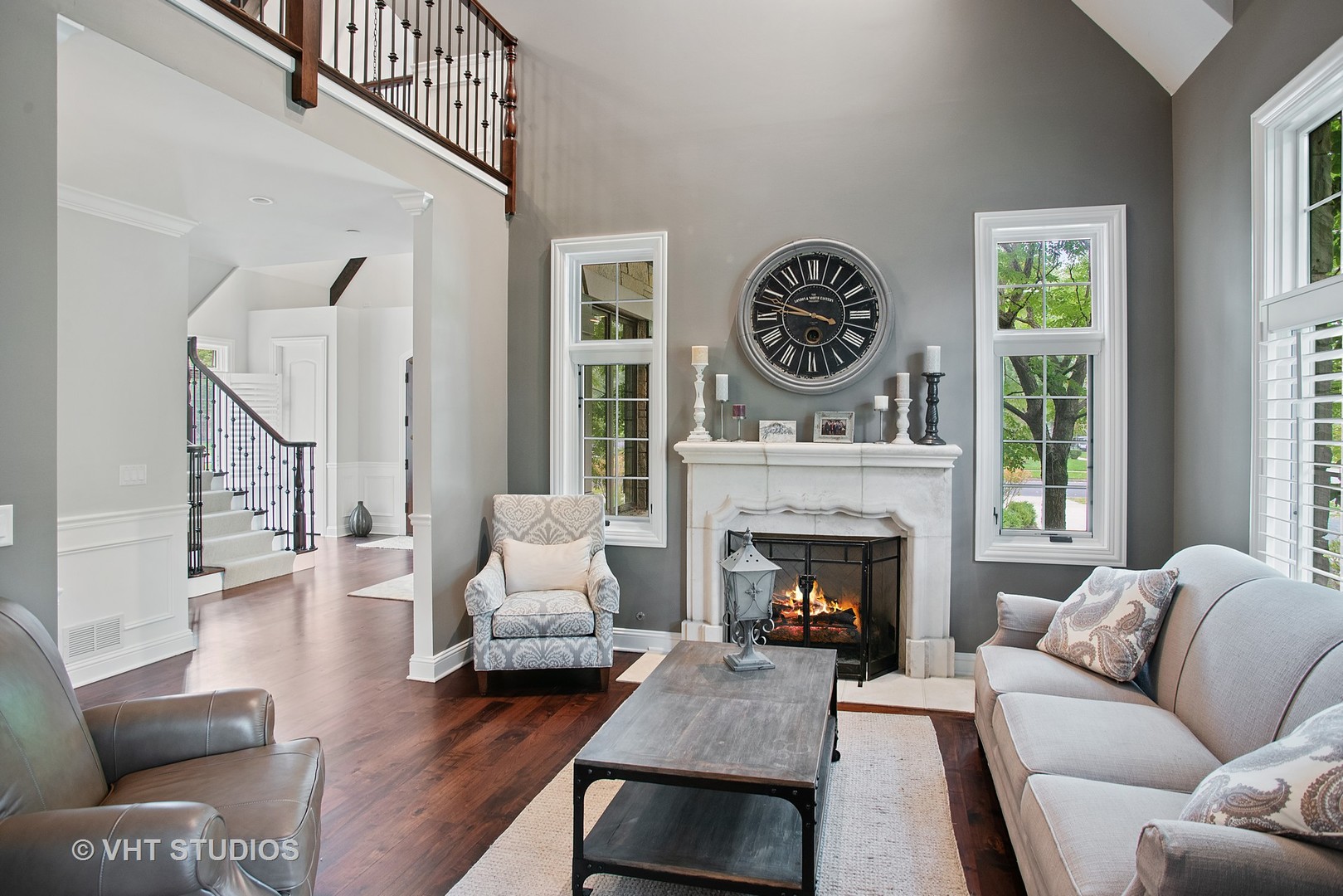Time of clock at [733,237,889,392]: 3:47
